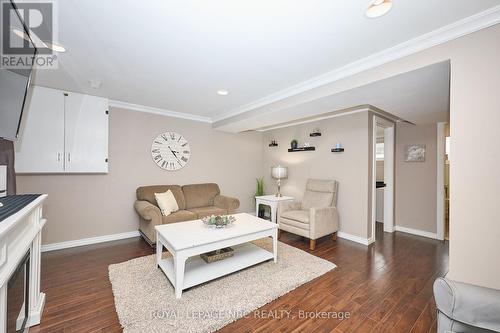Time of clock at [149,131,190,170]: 3:23
